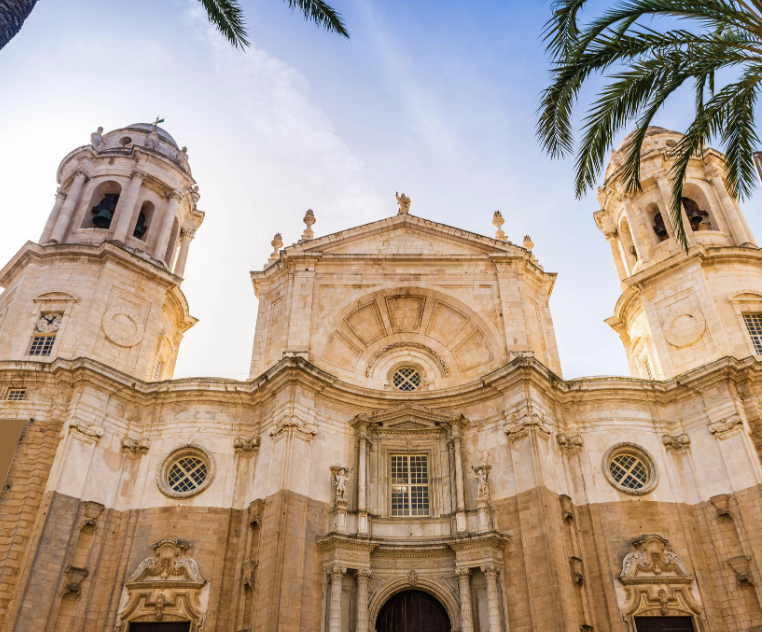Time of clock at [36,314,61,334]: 12:52
